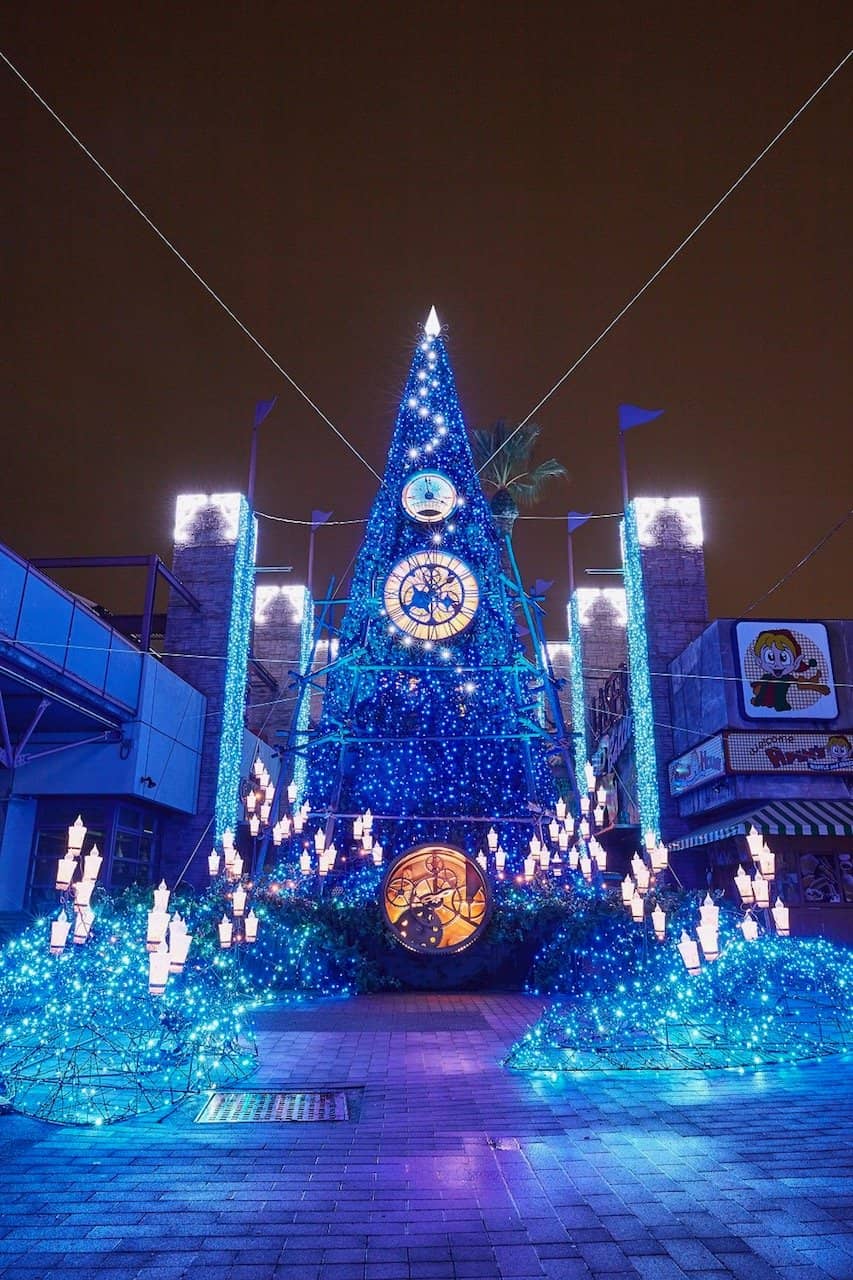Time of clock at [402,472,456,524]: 3:58
